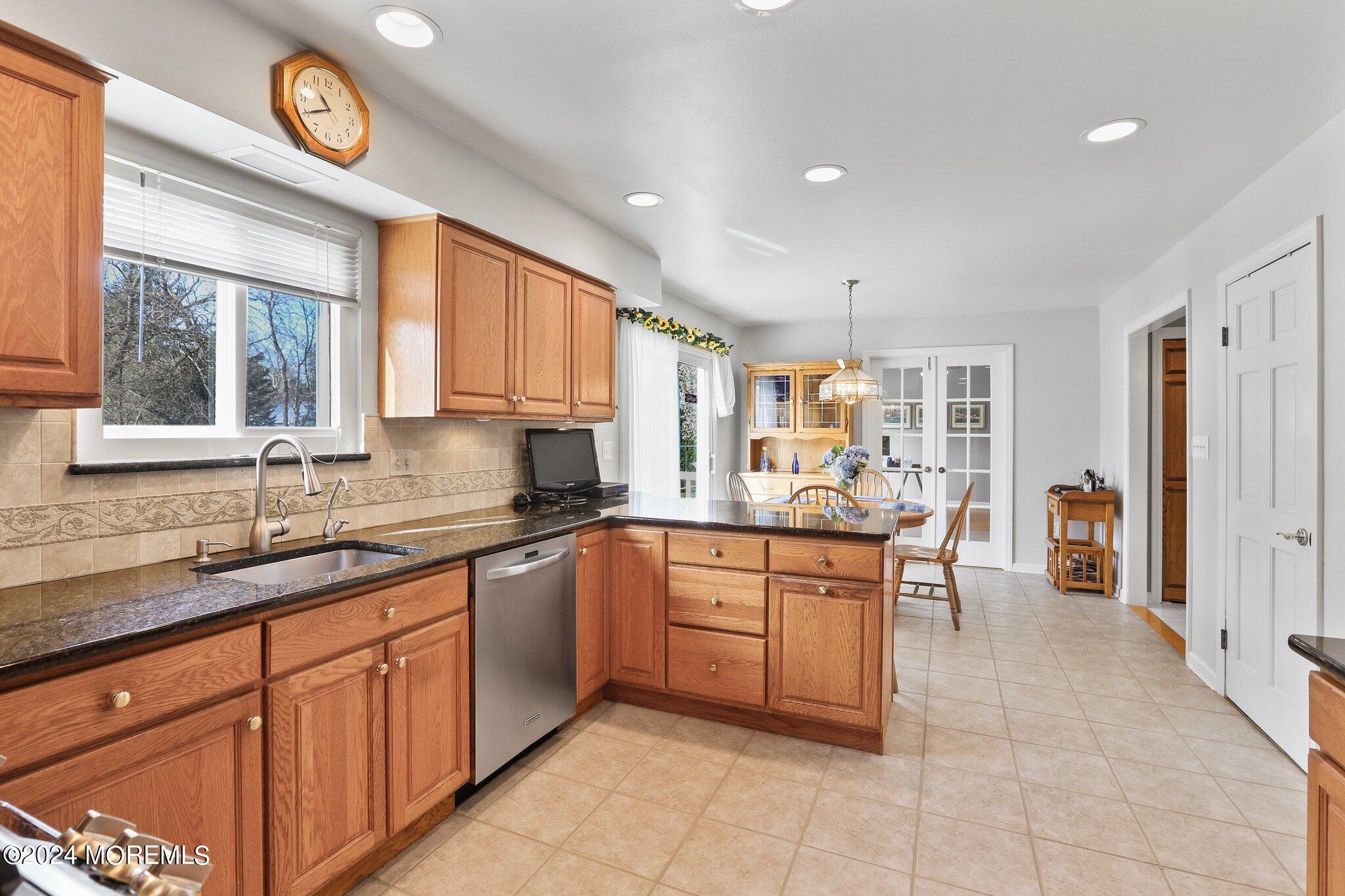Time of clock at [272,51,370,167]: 10:39
